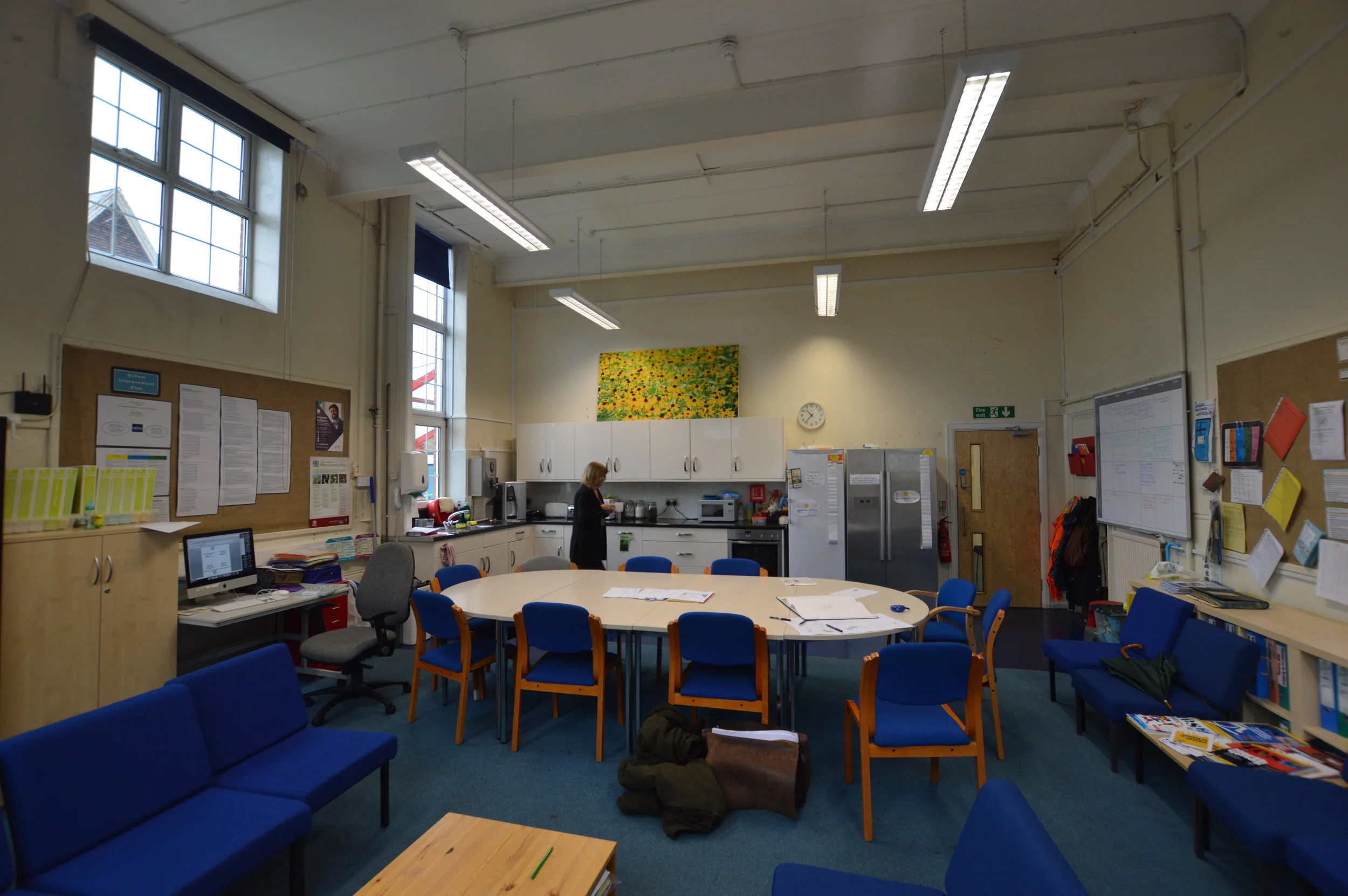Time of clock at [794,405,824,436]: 10:37
